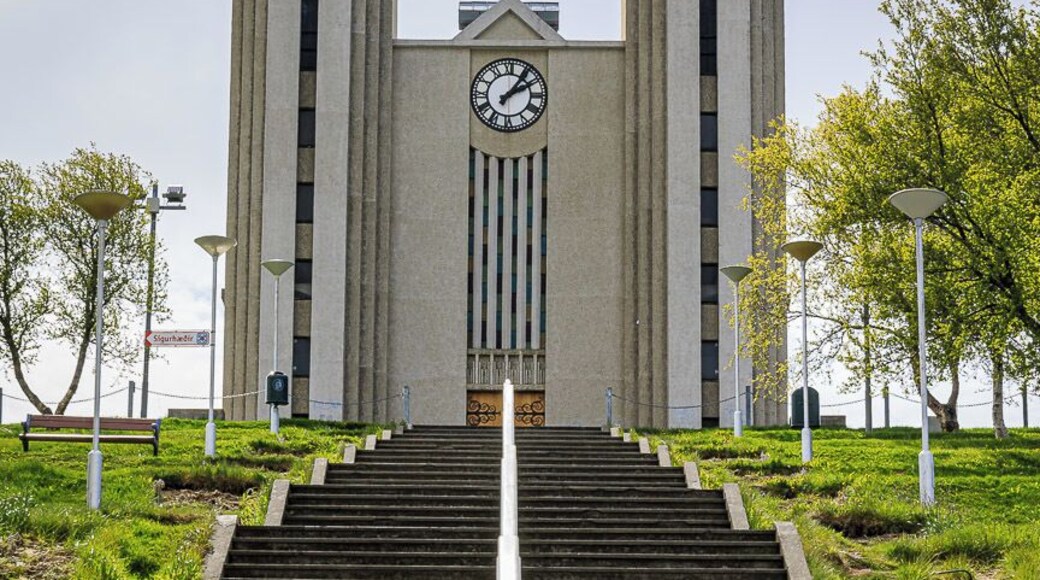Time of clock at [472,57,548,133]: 2:06
